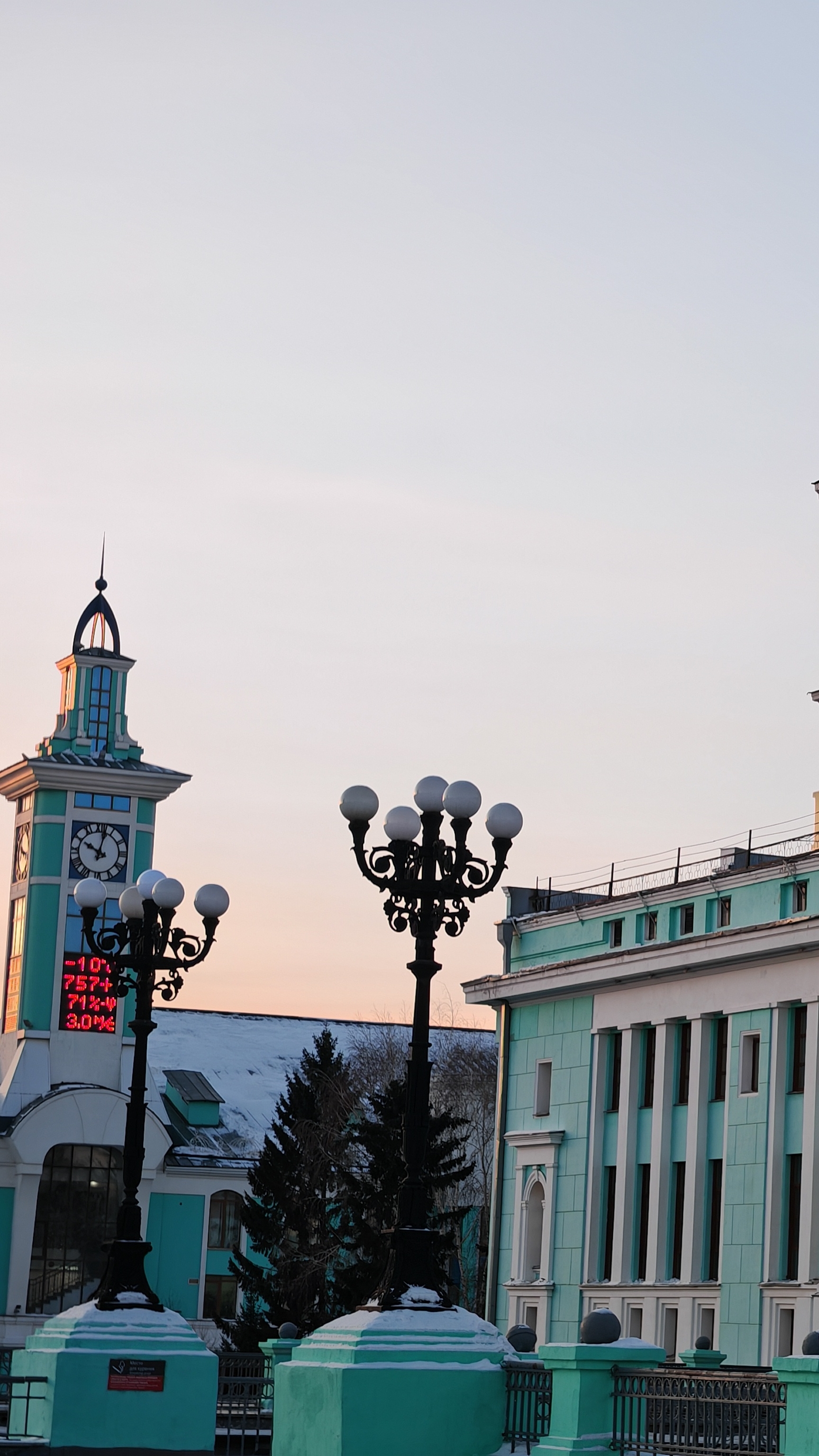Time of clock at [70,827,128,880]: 10:02
